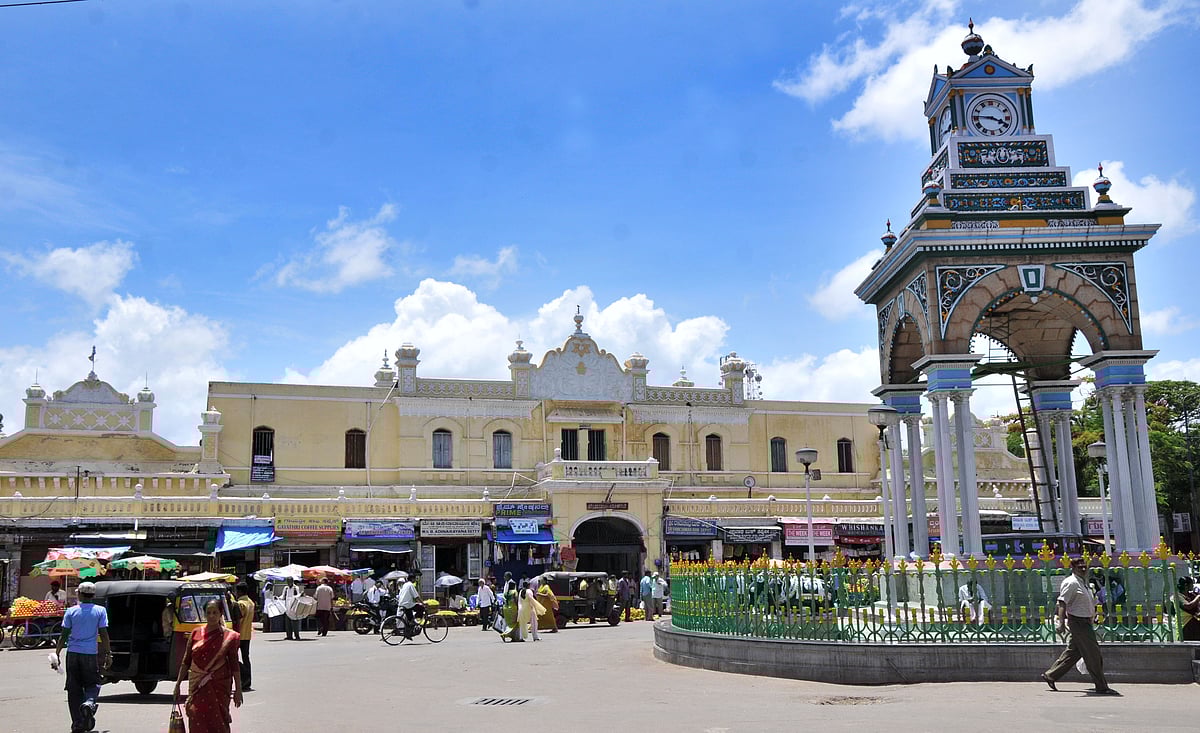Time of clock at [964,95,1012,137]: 3:45
